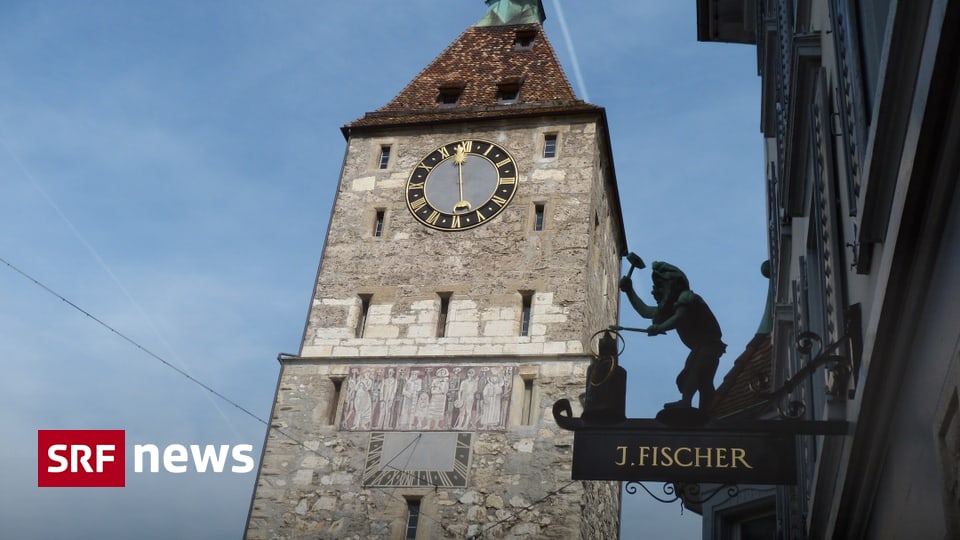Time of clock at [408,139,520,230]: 5:58
